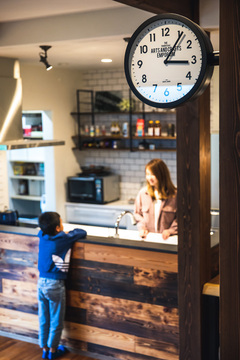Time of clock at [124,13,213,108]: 3:05
